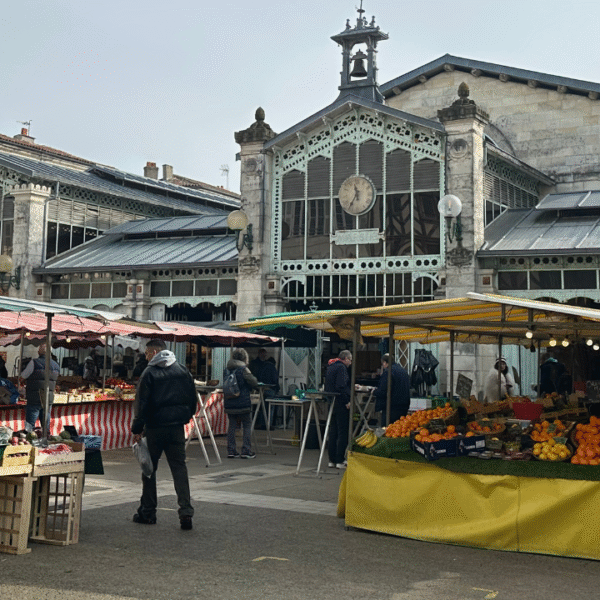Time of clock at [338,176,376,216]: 11:35
